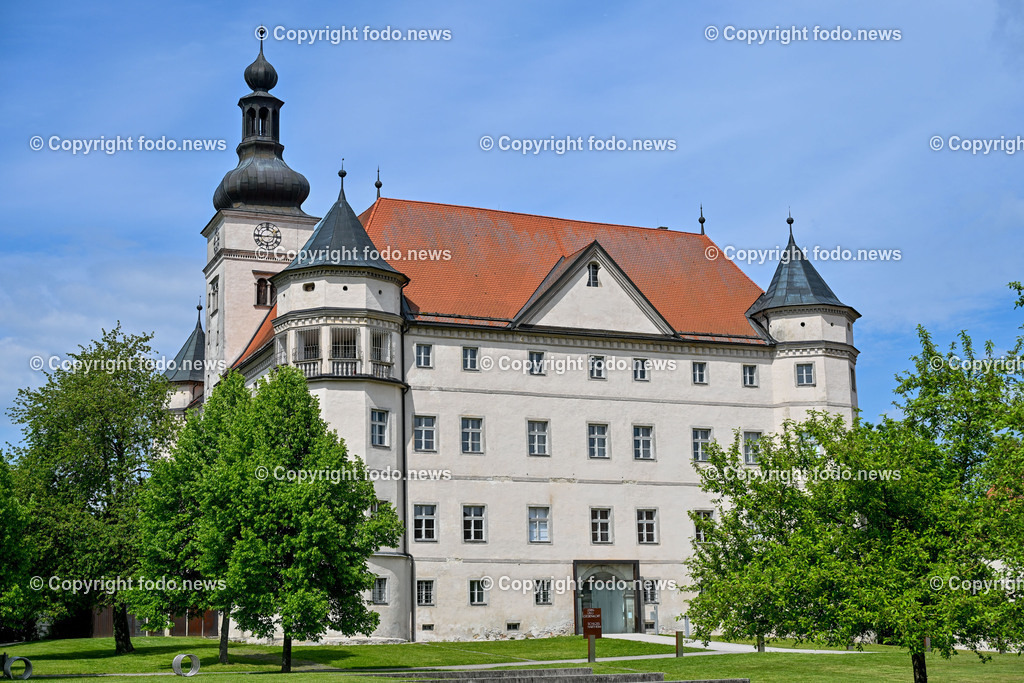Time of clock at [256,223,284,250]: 2:44
